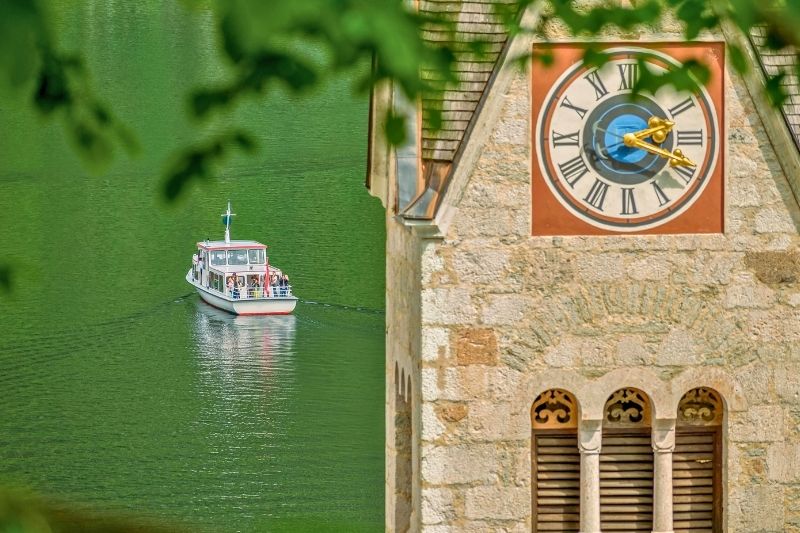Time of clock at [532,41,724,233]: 2:18
